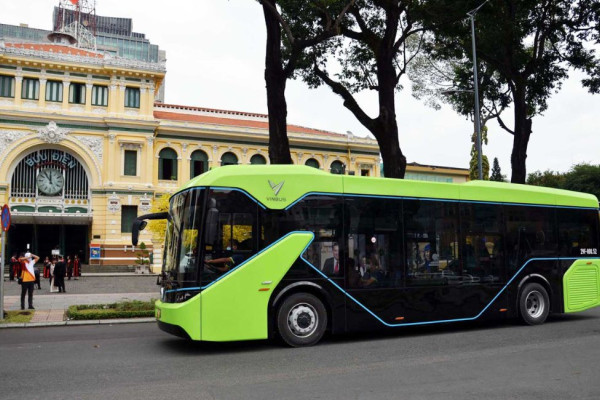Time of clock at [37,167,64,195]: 11:53
